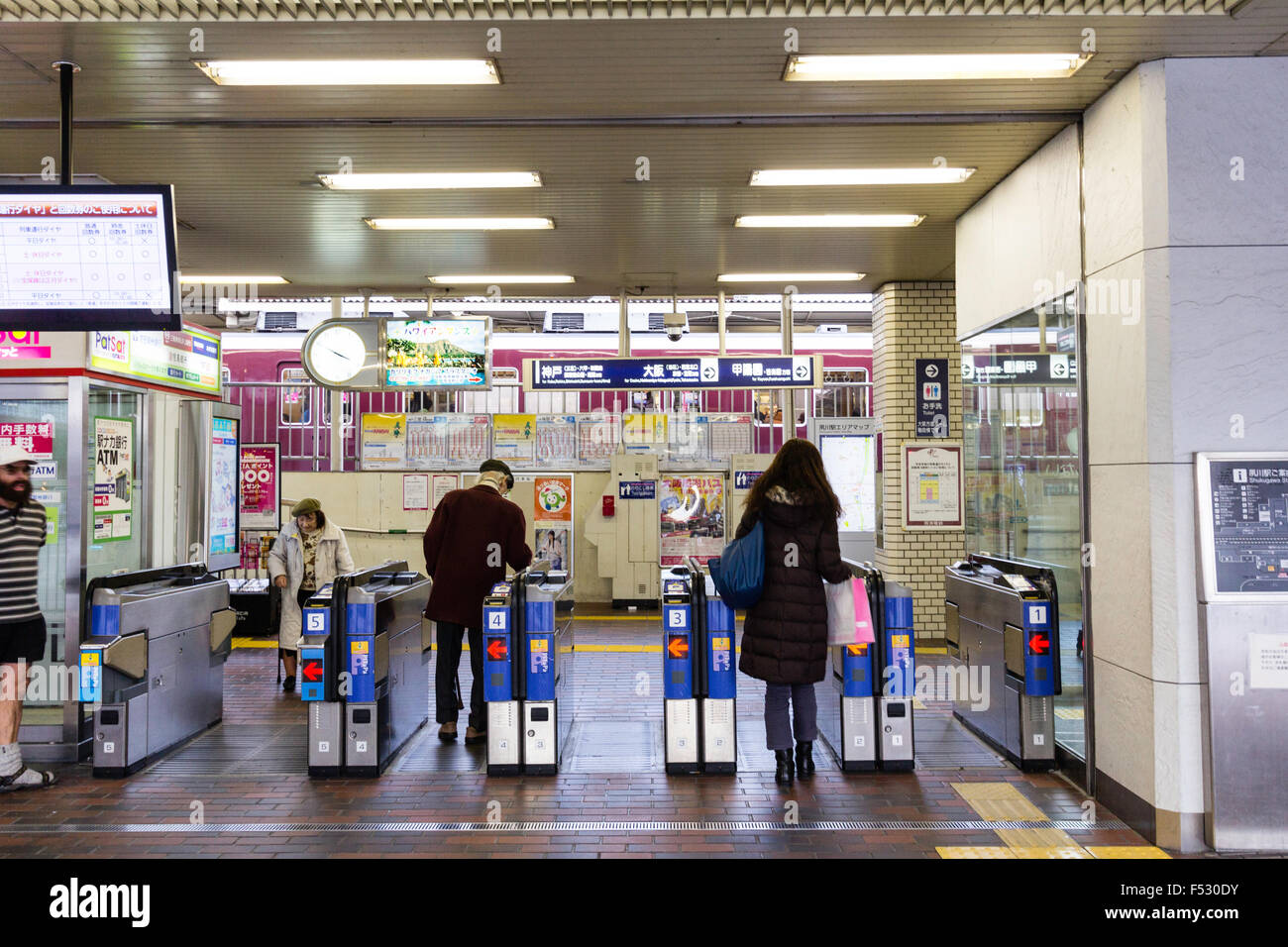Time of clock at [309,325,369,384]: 3:49
